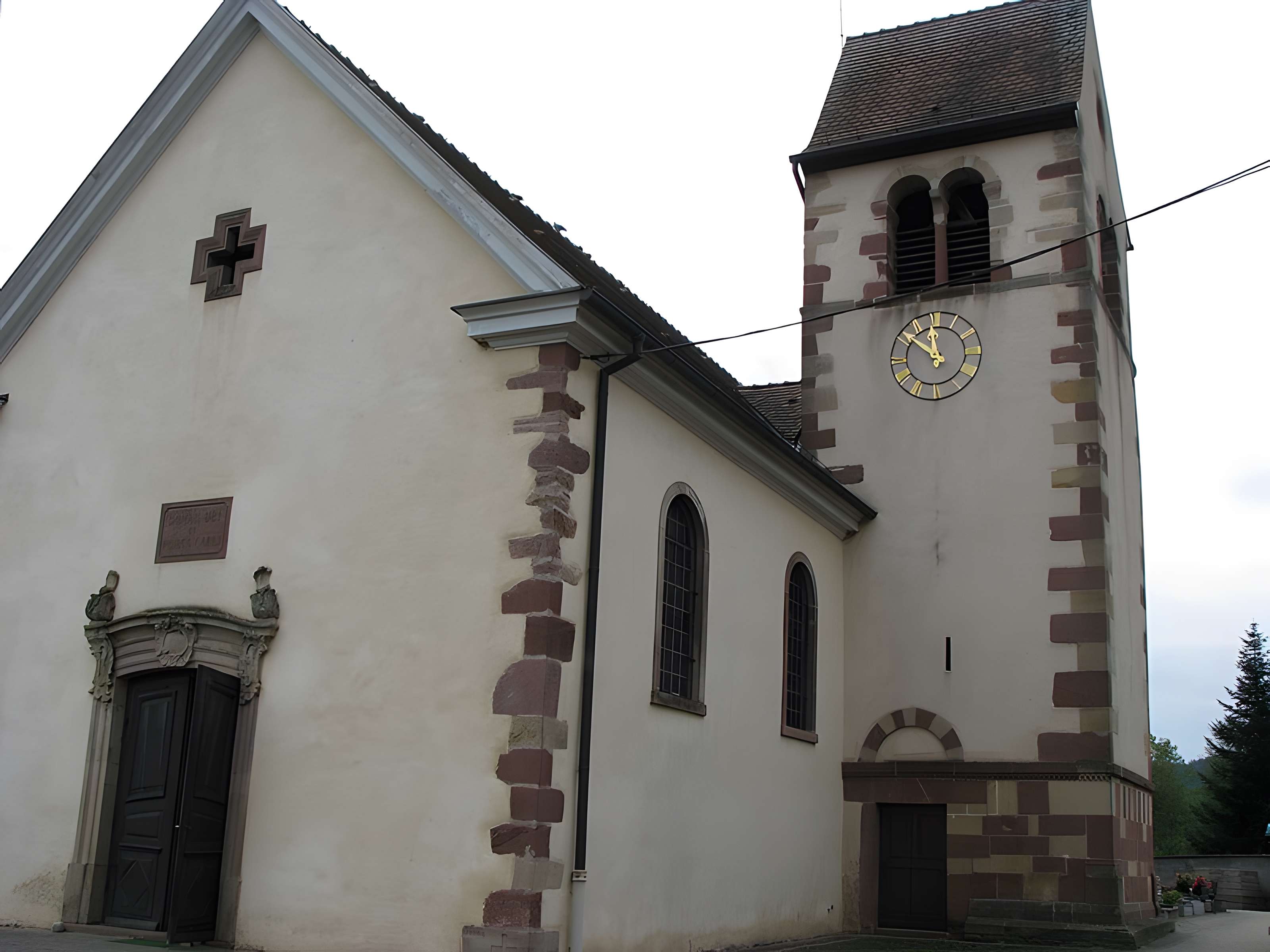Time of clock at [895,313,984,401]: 11:51
